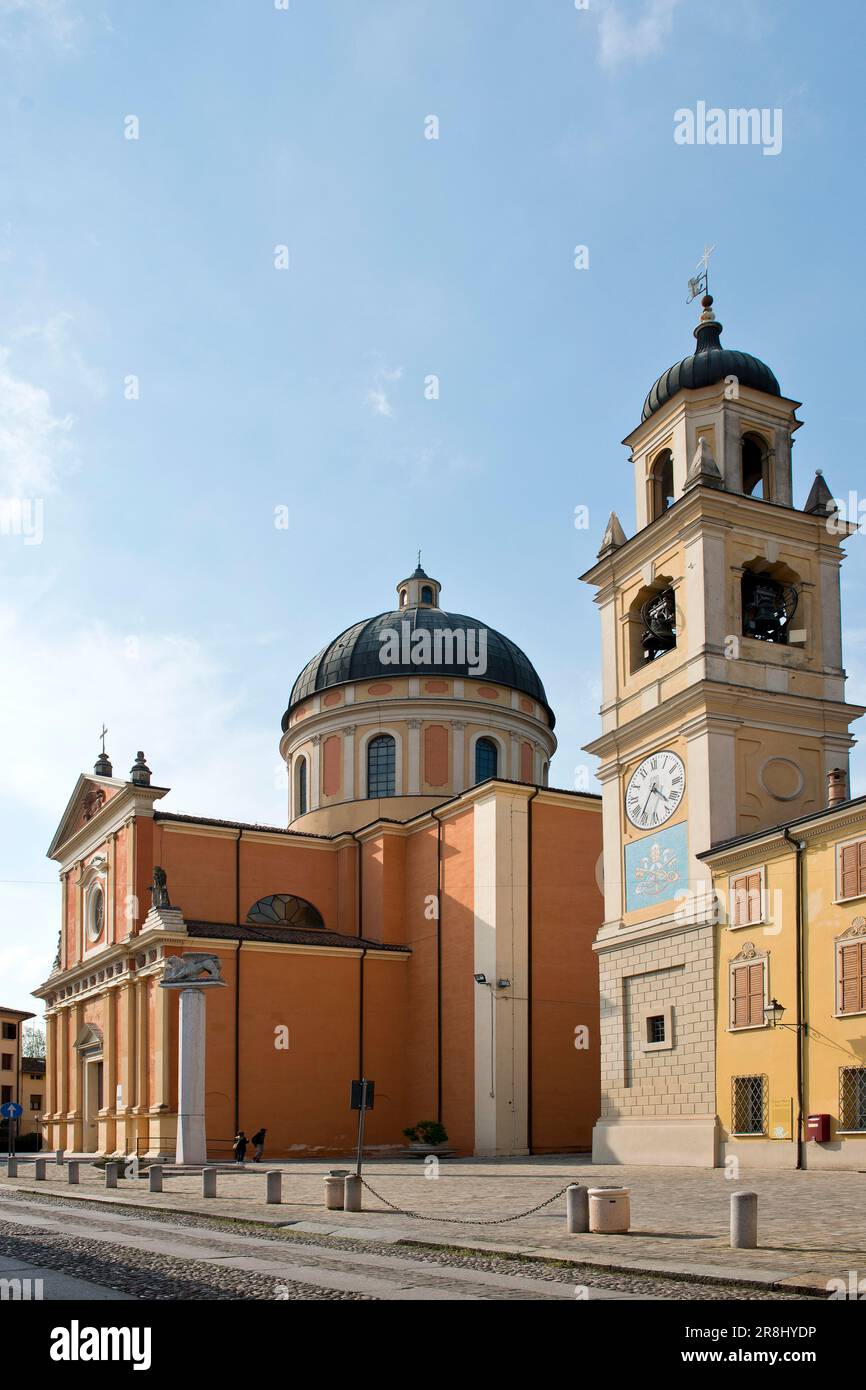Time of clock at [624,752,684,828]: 4:35
